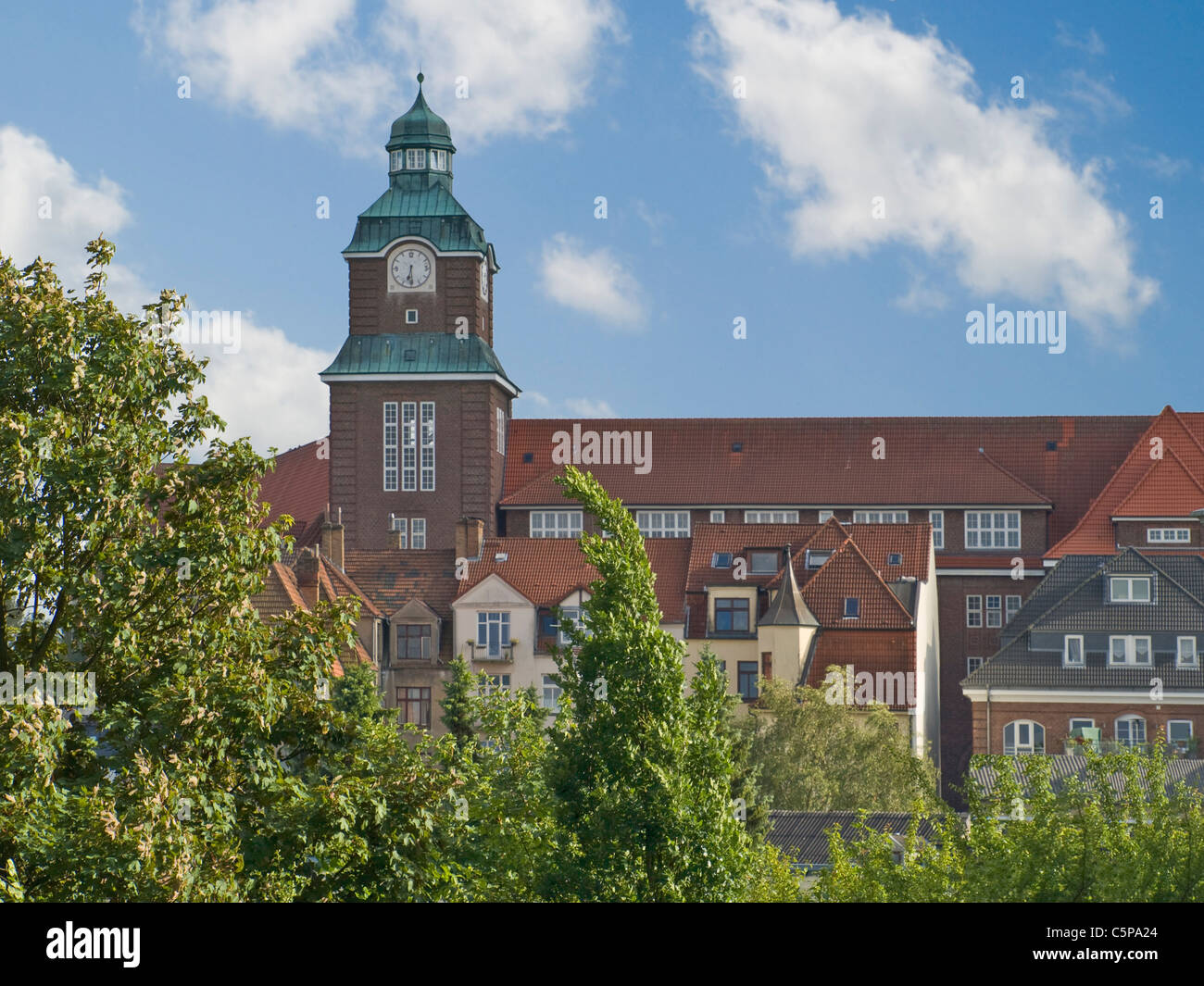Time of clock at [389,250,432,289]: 6:29
